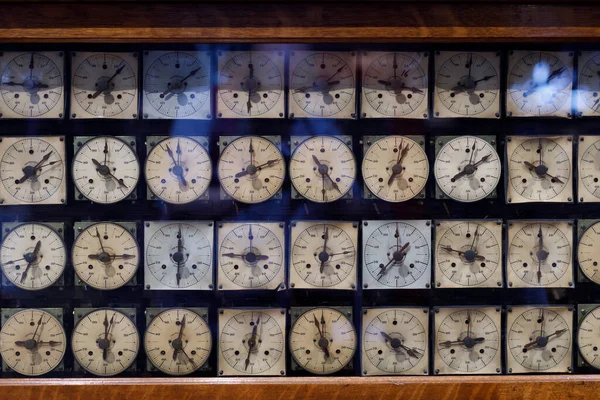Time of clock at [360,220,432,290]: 1:37
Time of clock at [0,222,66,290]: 12:34
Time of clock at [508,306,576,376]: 8:11
